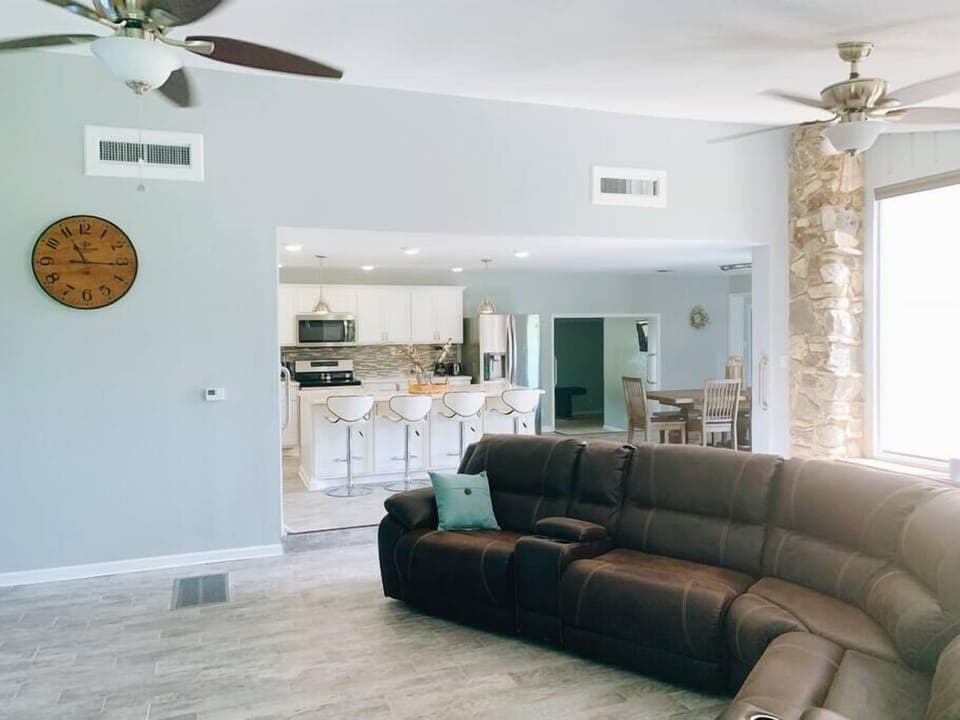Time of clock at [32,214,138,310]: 11:15
